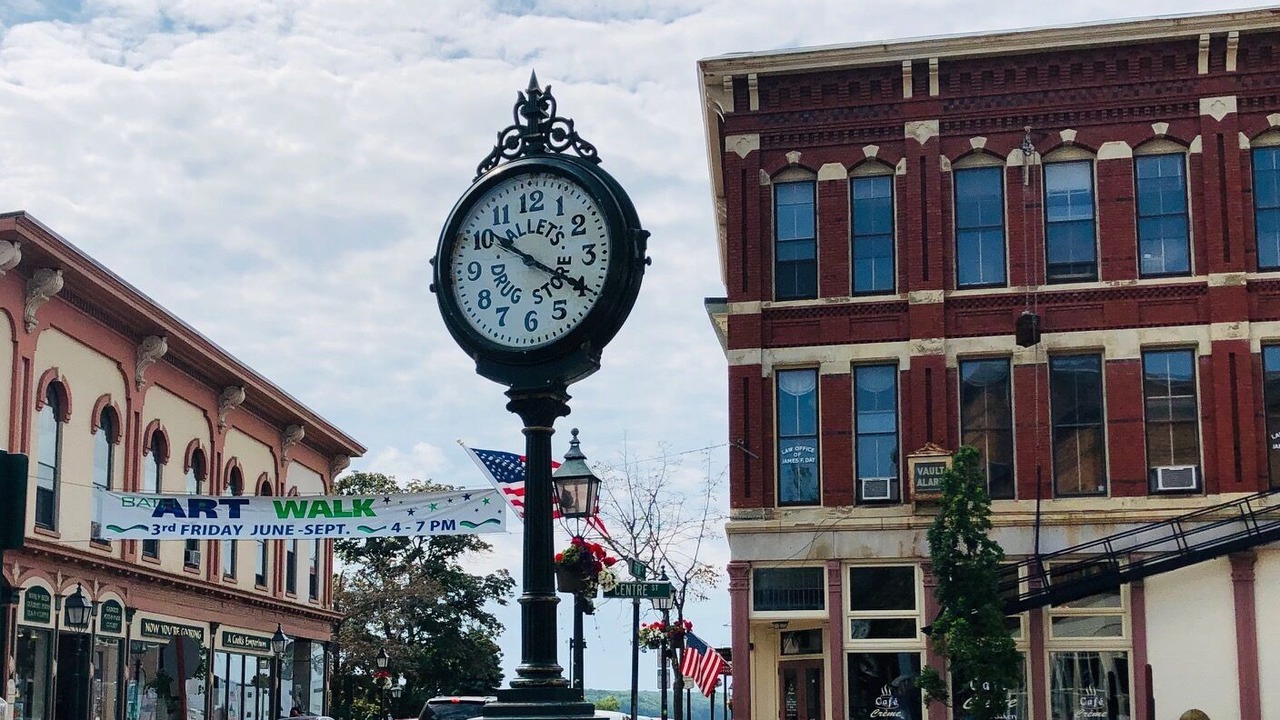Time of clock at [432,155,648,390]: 10:19
